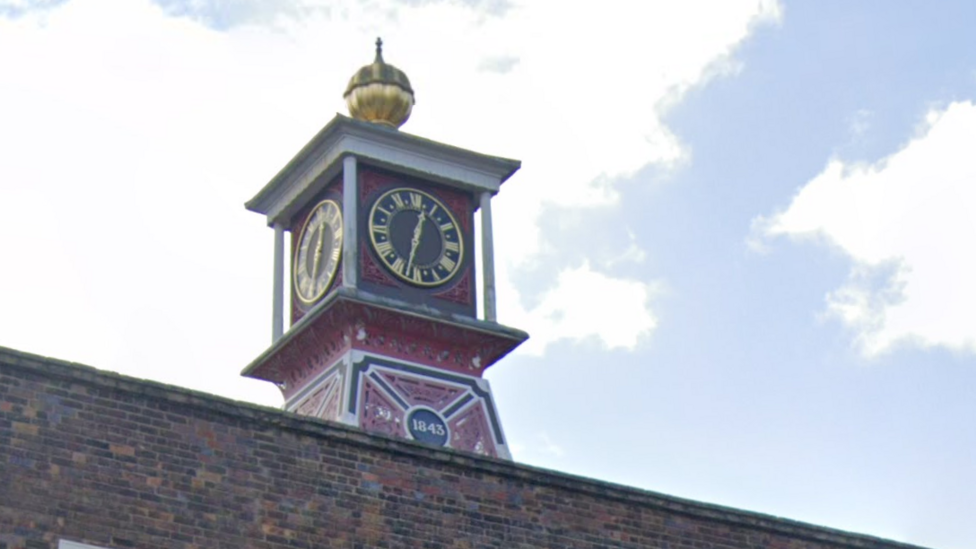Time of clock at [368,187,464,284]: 12:32
